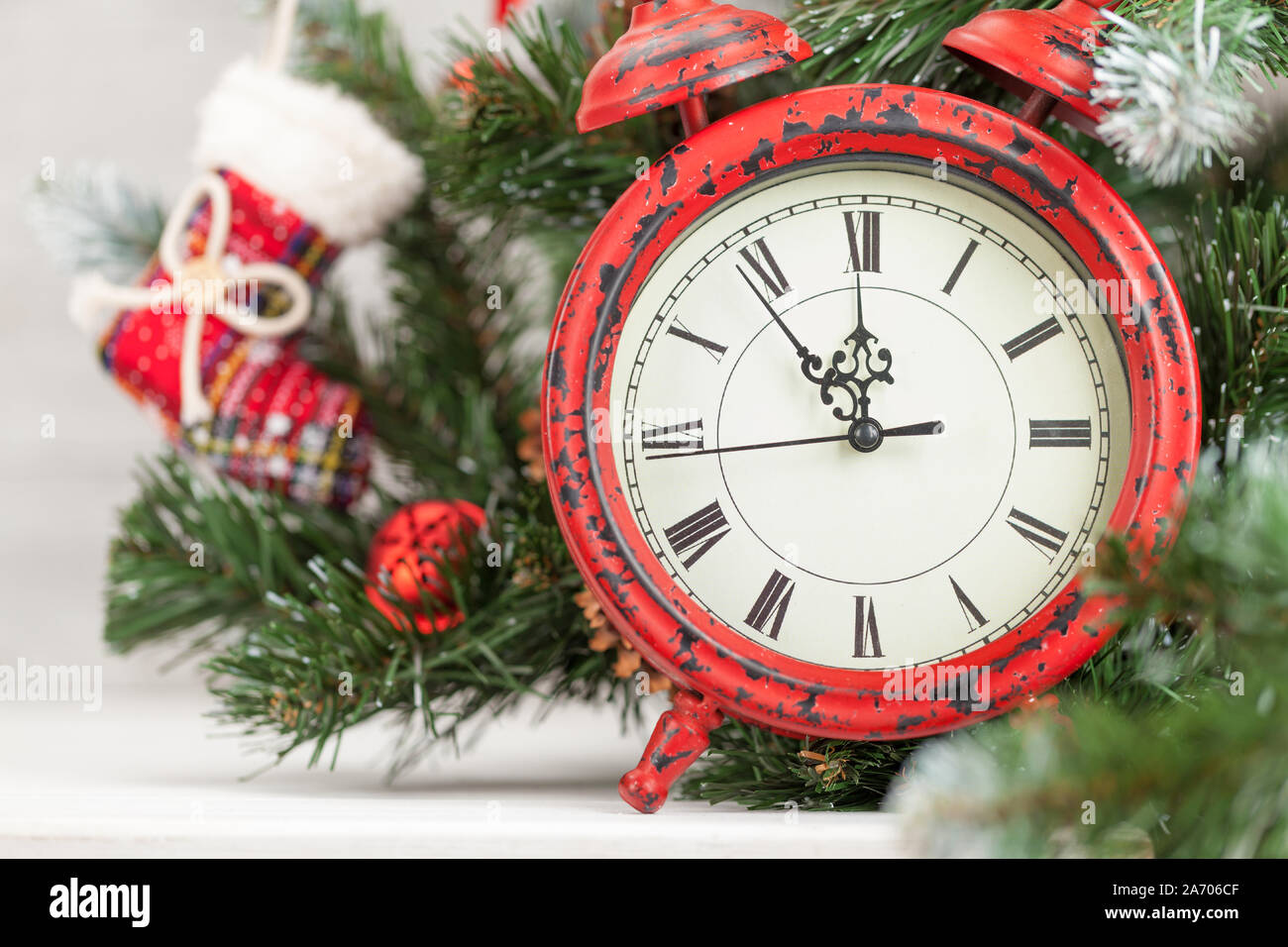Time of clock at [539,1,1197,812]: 11:53
